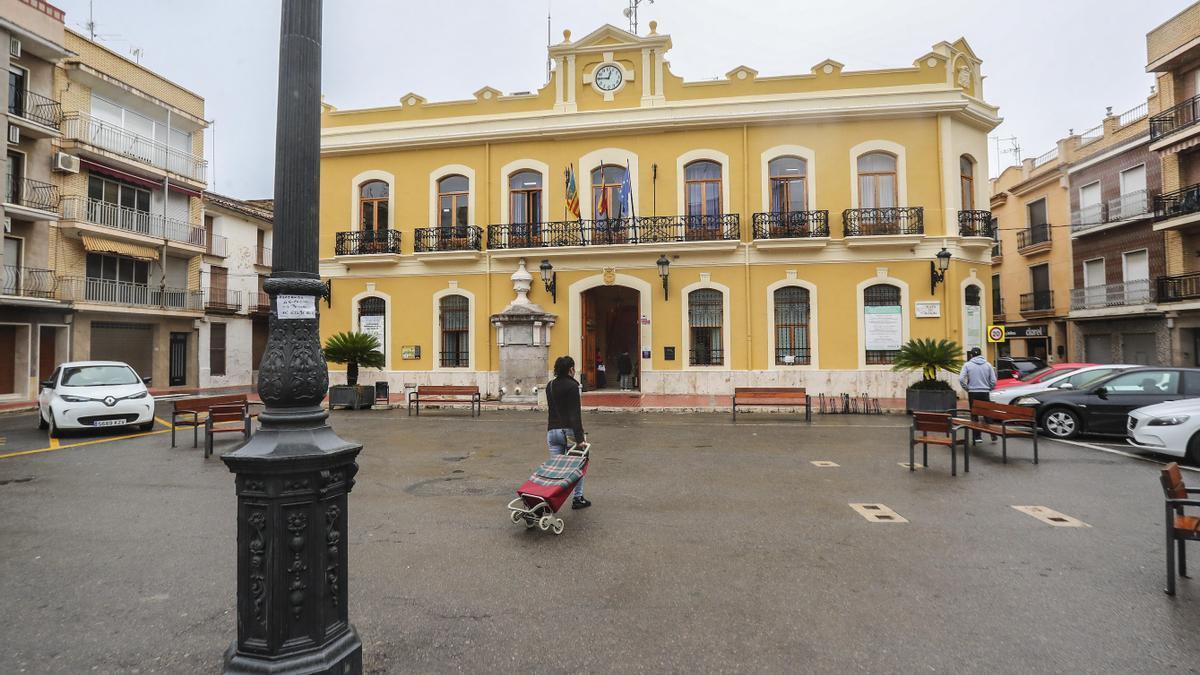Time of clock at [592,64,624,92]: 12:45
